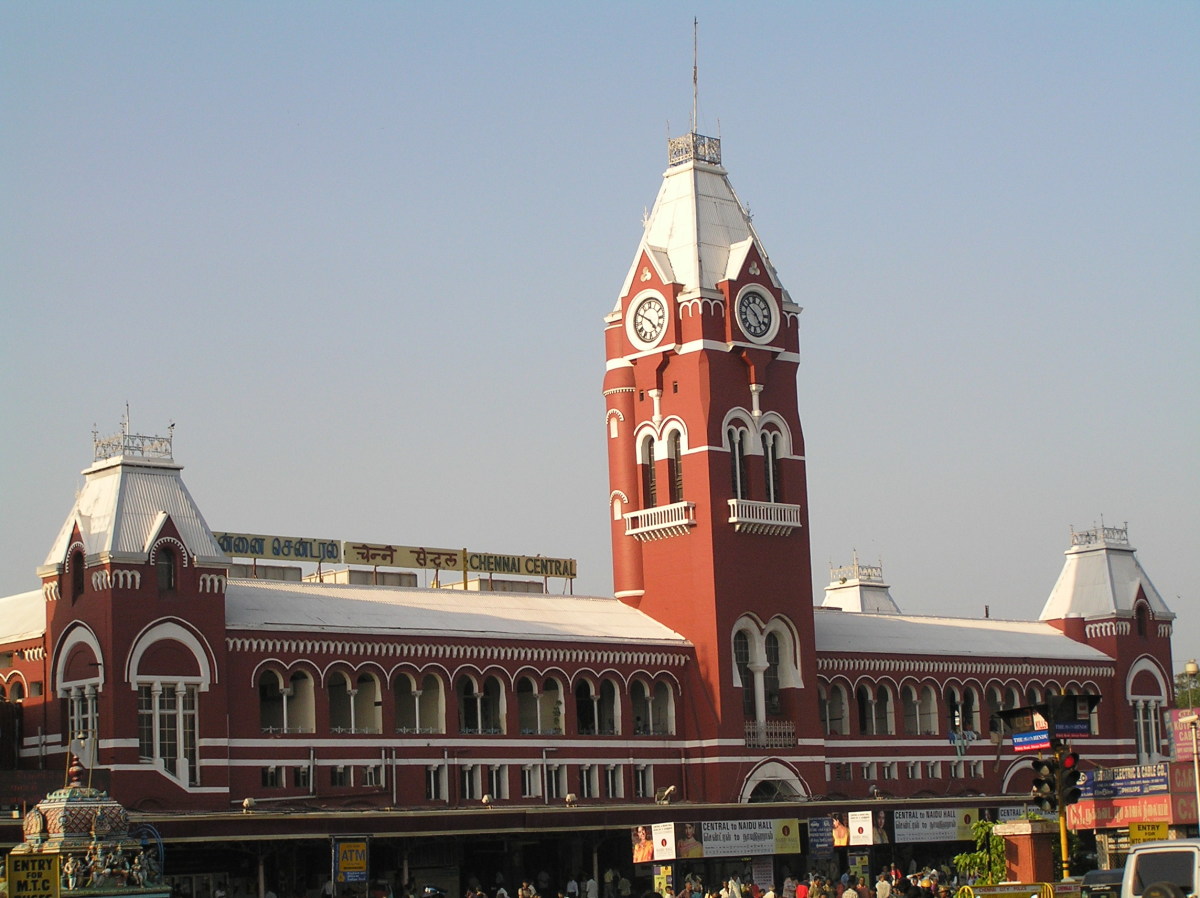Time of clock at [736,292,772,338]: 4:51
